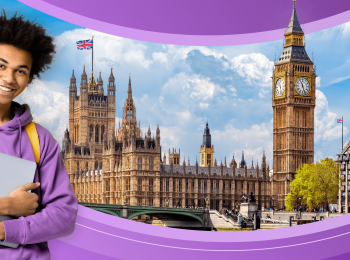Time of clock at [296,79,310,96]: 11:26
